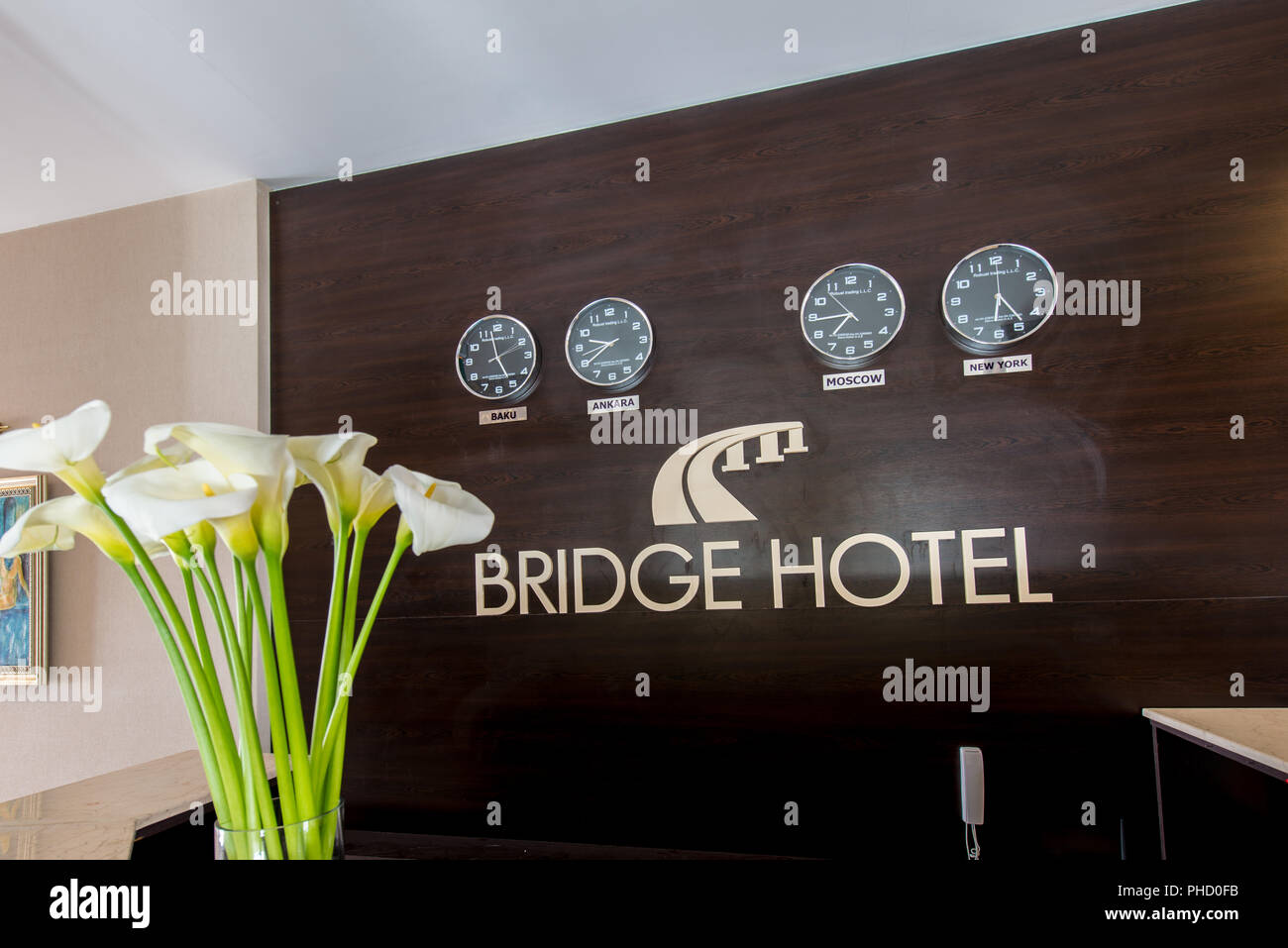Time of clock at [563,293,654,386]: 9:39
